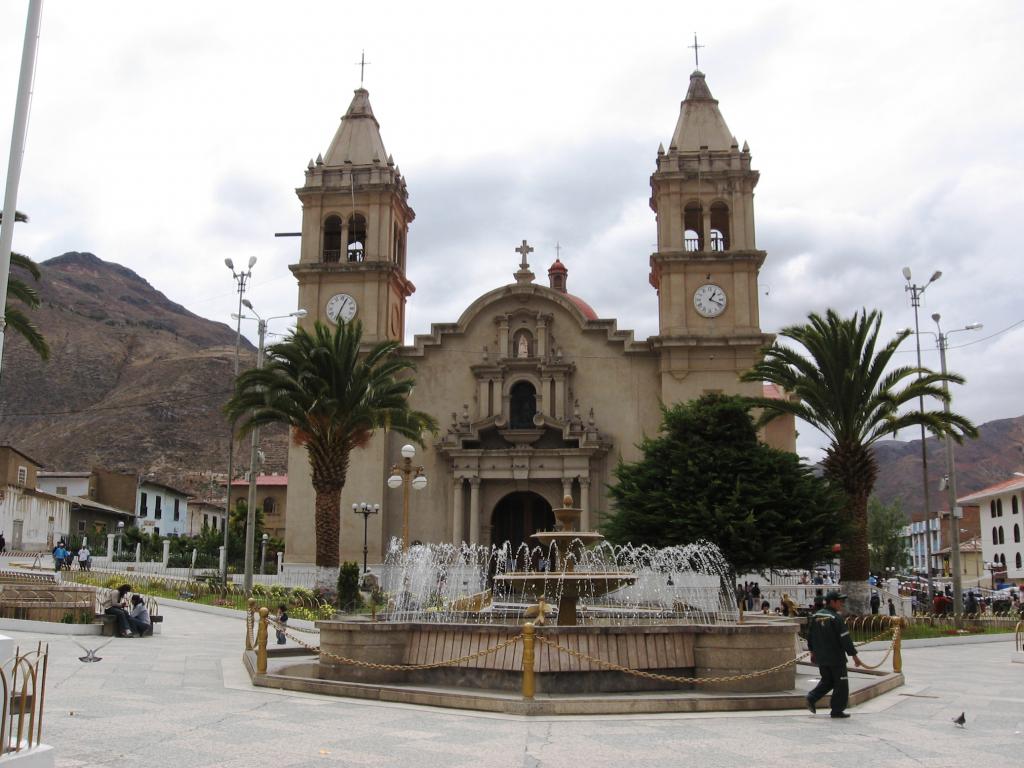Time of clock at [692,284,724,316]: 1:18
